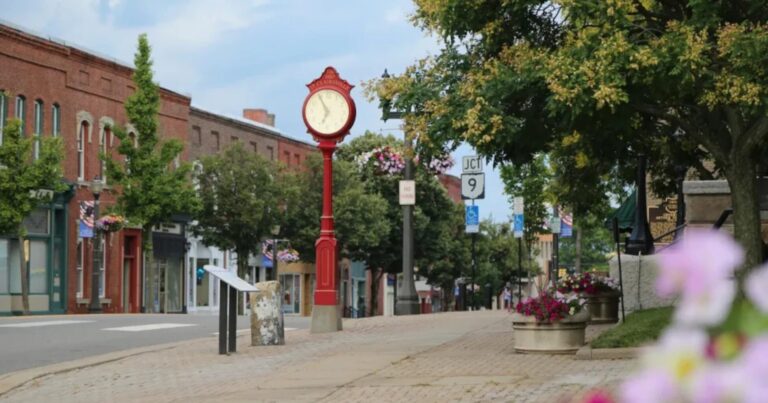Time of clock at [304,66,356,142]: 6:55
